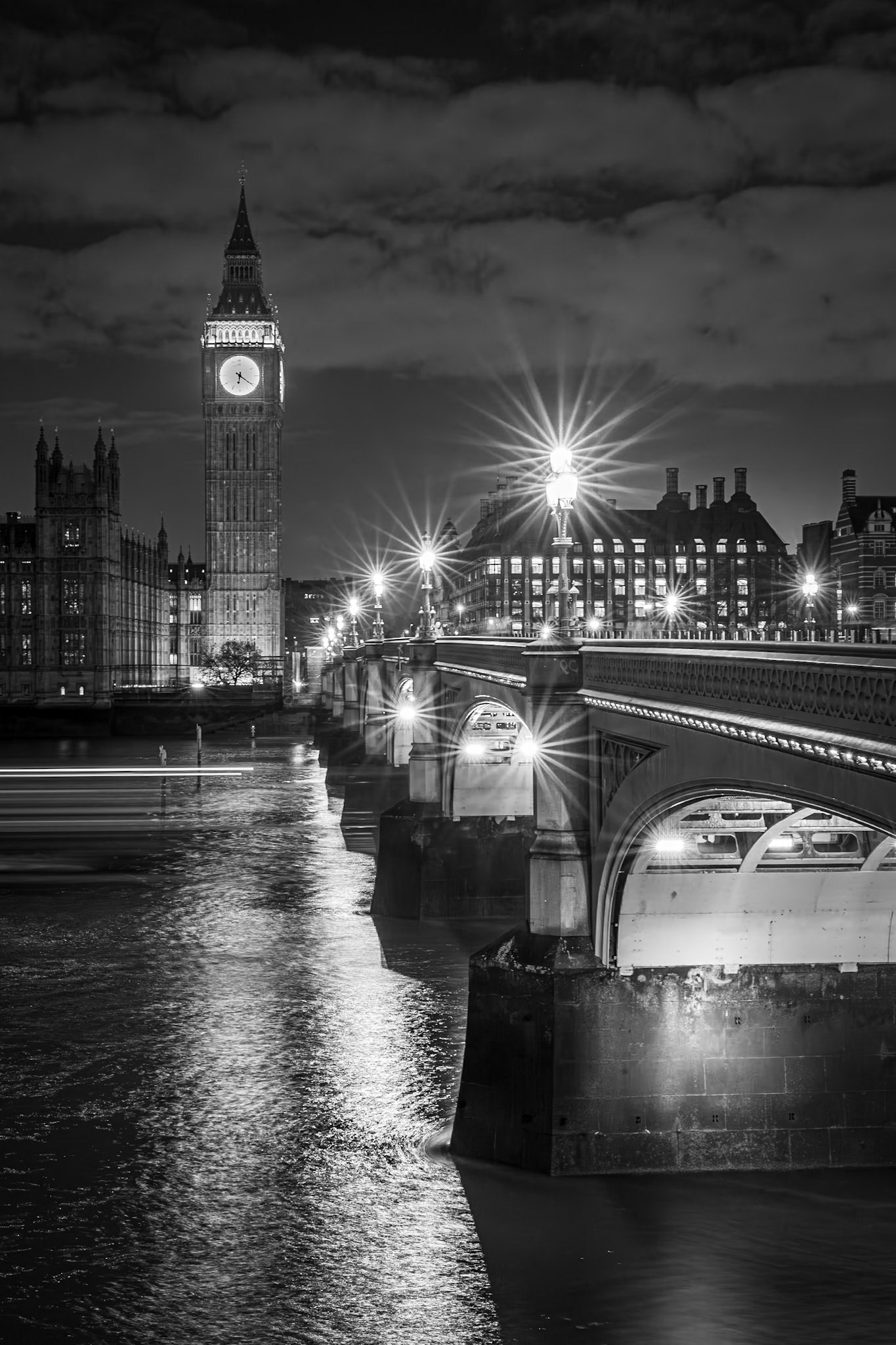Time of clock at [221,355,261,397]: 6:21
